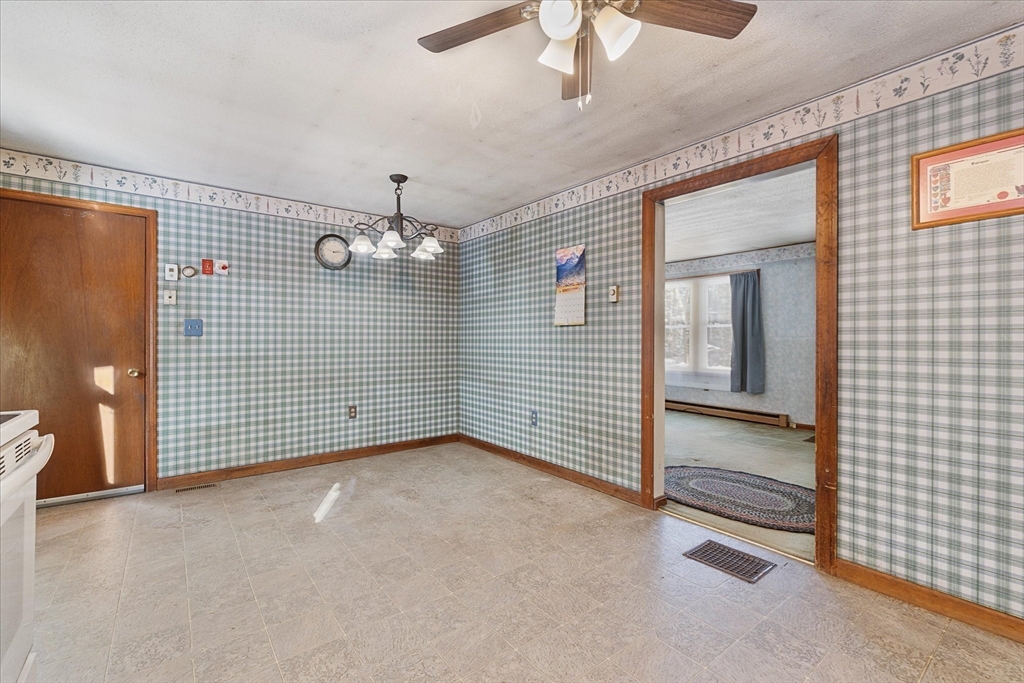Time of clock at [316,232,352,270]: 2:13
